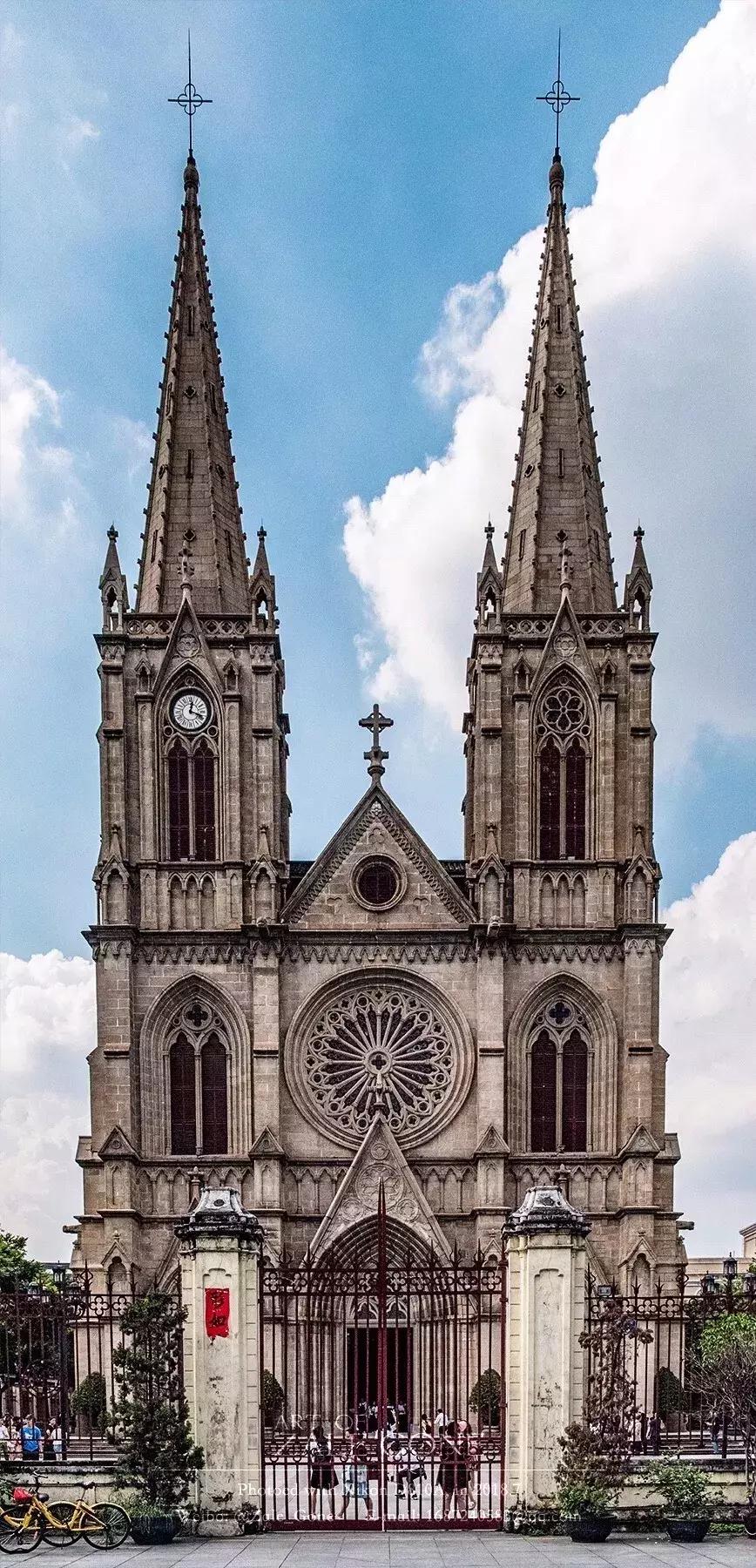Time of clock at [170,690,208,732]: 12:18
